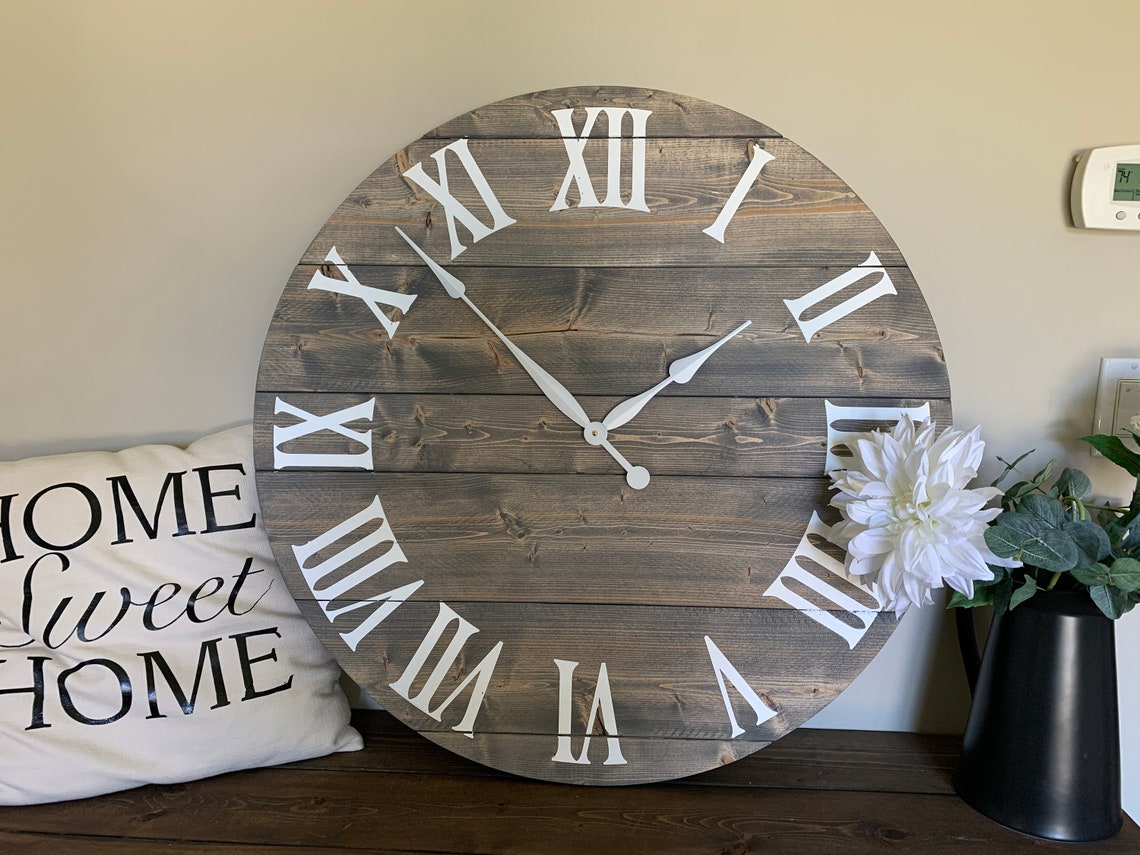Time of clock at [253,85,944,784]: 1:52
